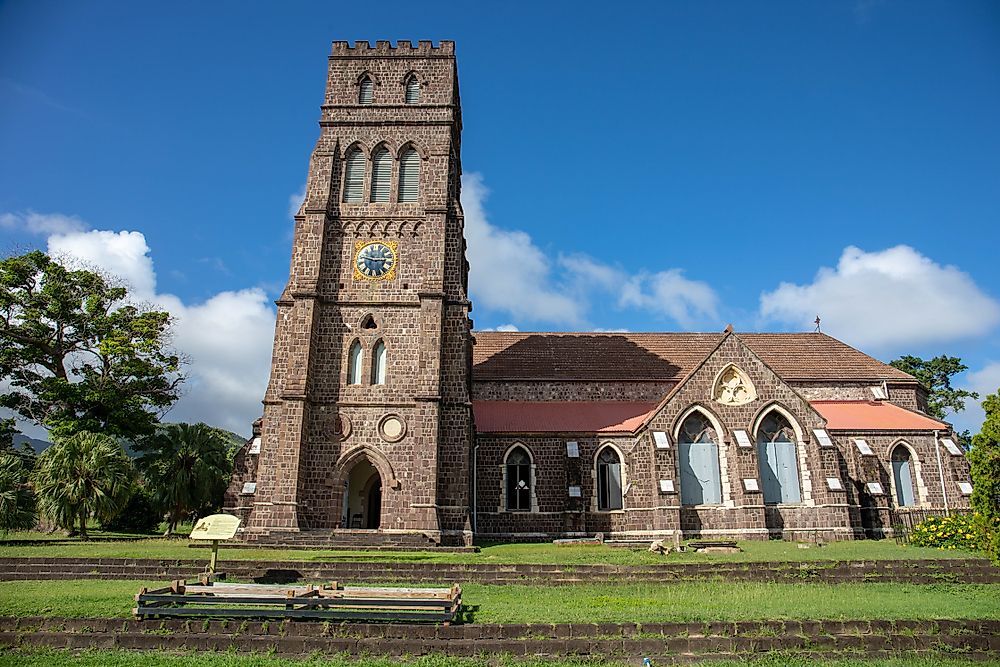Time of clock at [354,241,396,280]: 2:46
